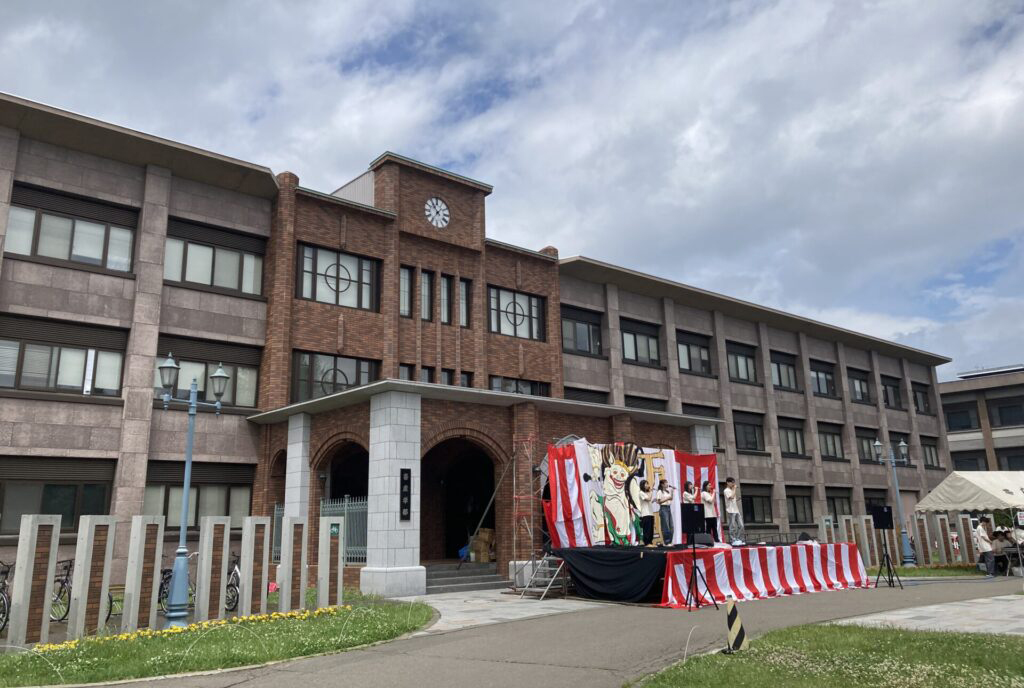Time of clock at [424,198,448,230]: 10:36
